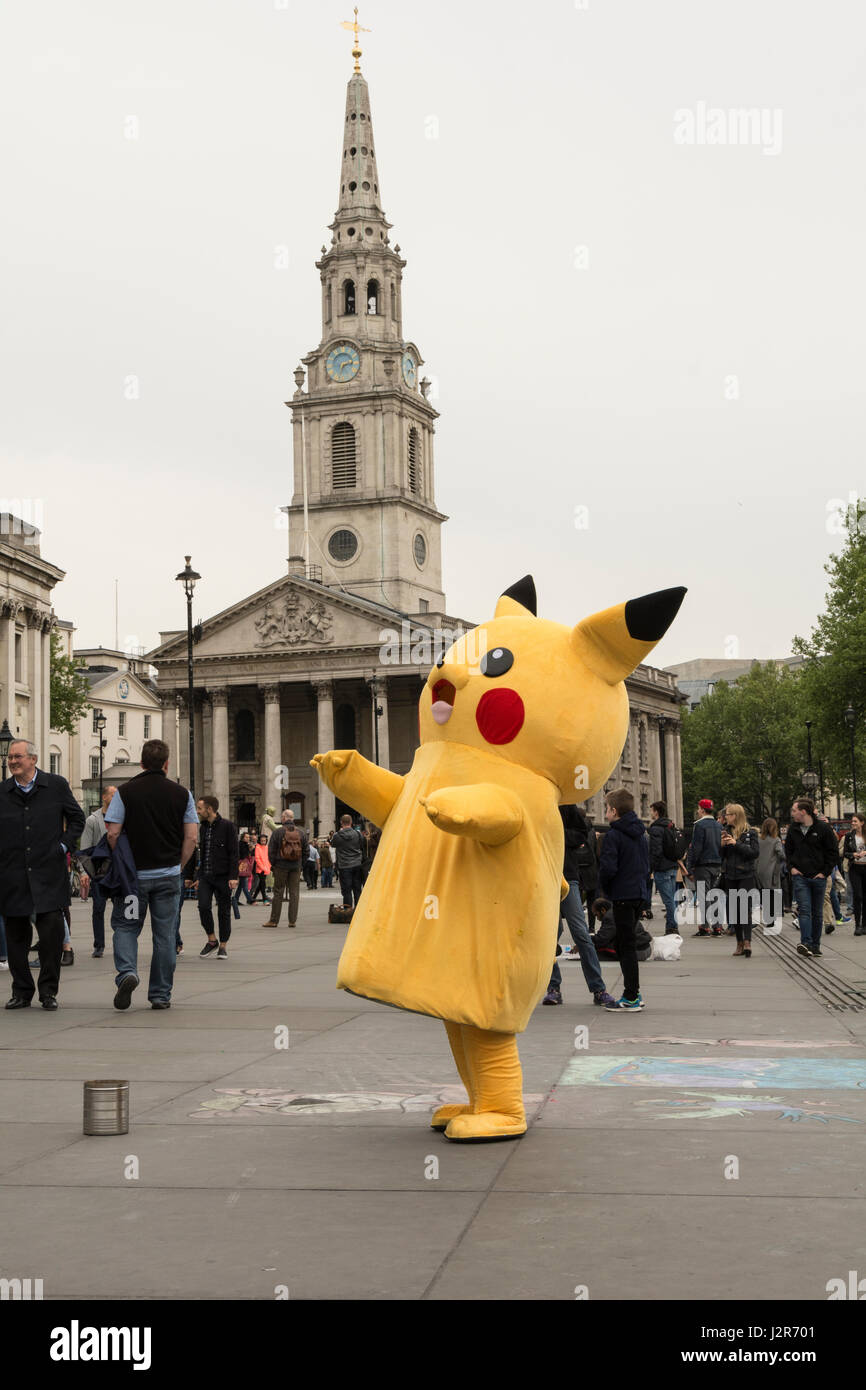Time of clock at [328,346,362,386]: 2:32
